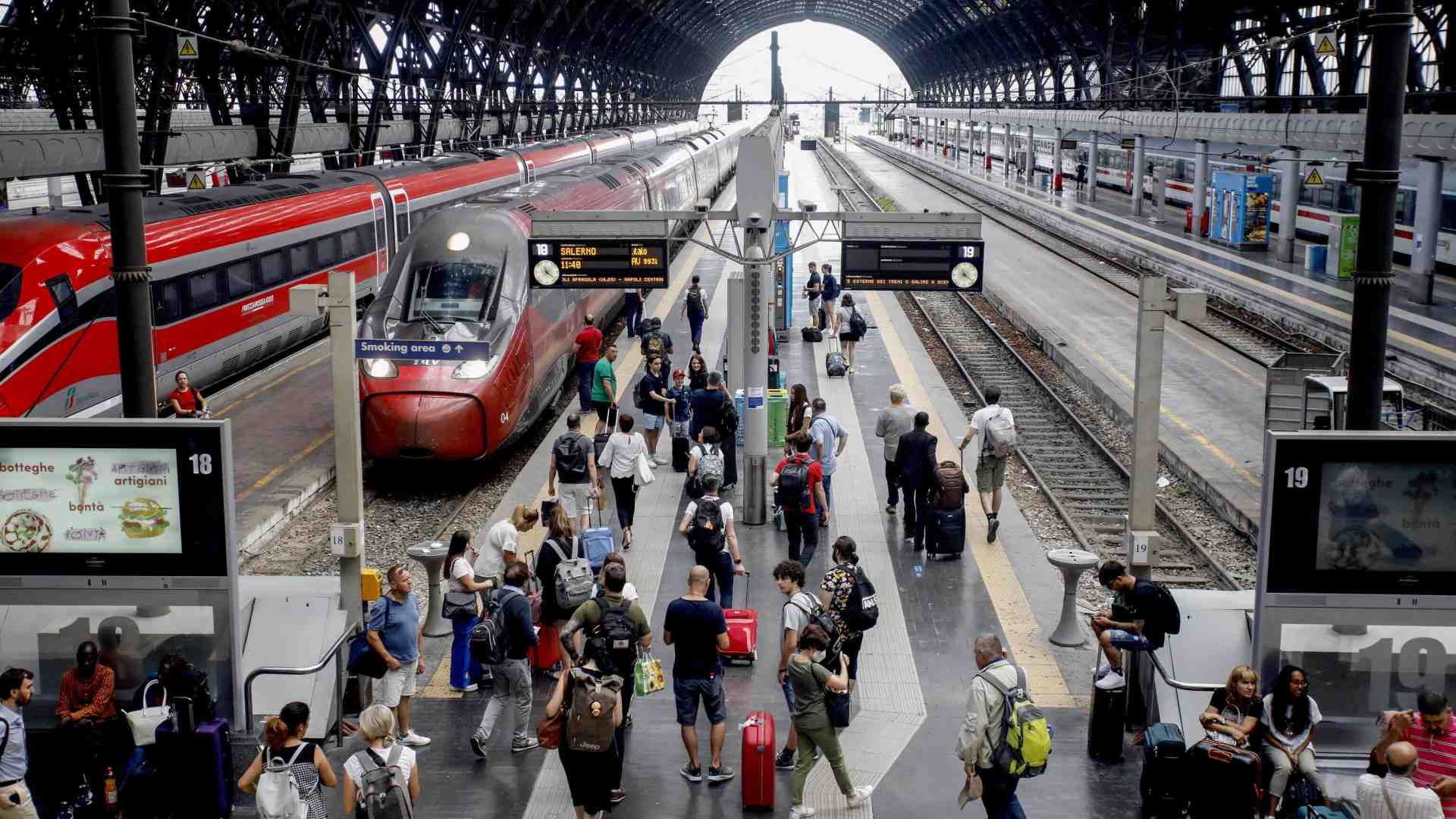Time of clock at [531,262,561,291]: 11:21
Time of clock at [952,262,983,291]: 11:21
